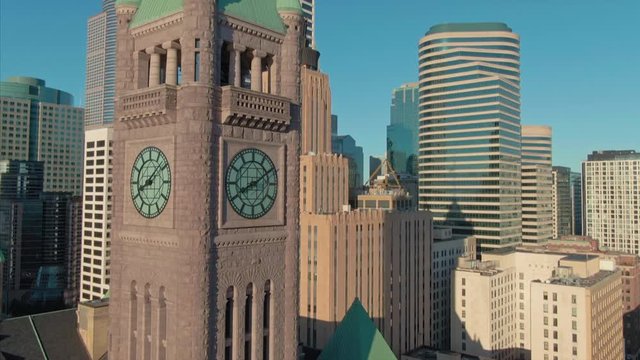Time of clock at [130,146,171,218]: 8:07
